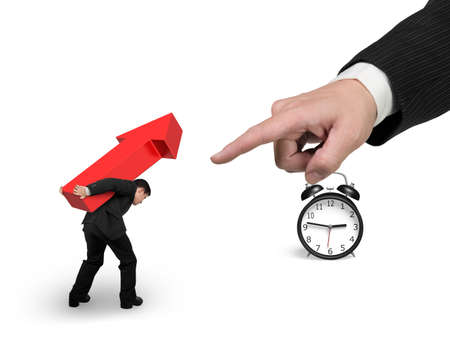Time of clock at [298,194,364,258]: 2:46
